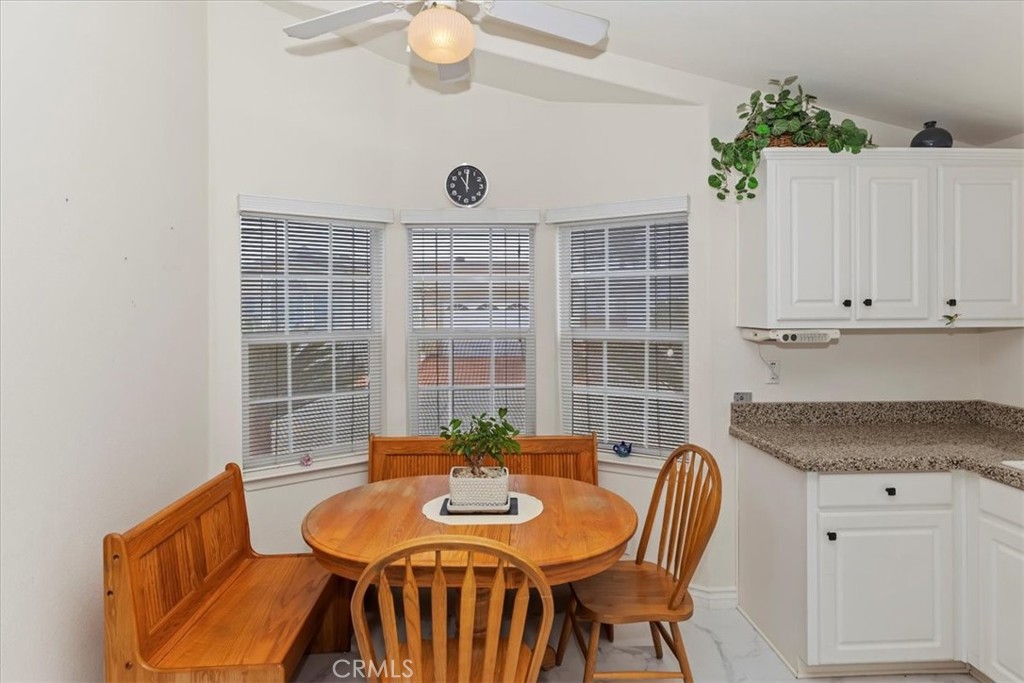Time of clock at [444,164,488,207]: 11:00
